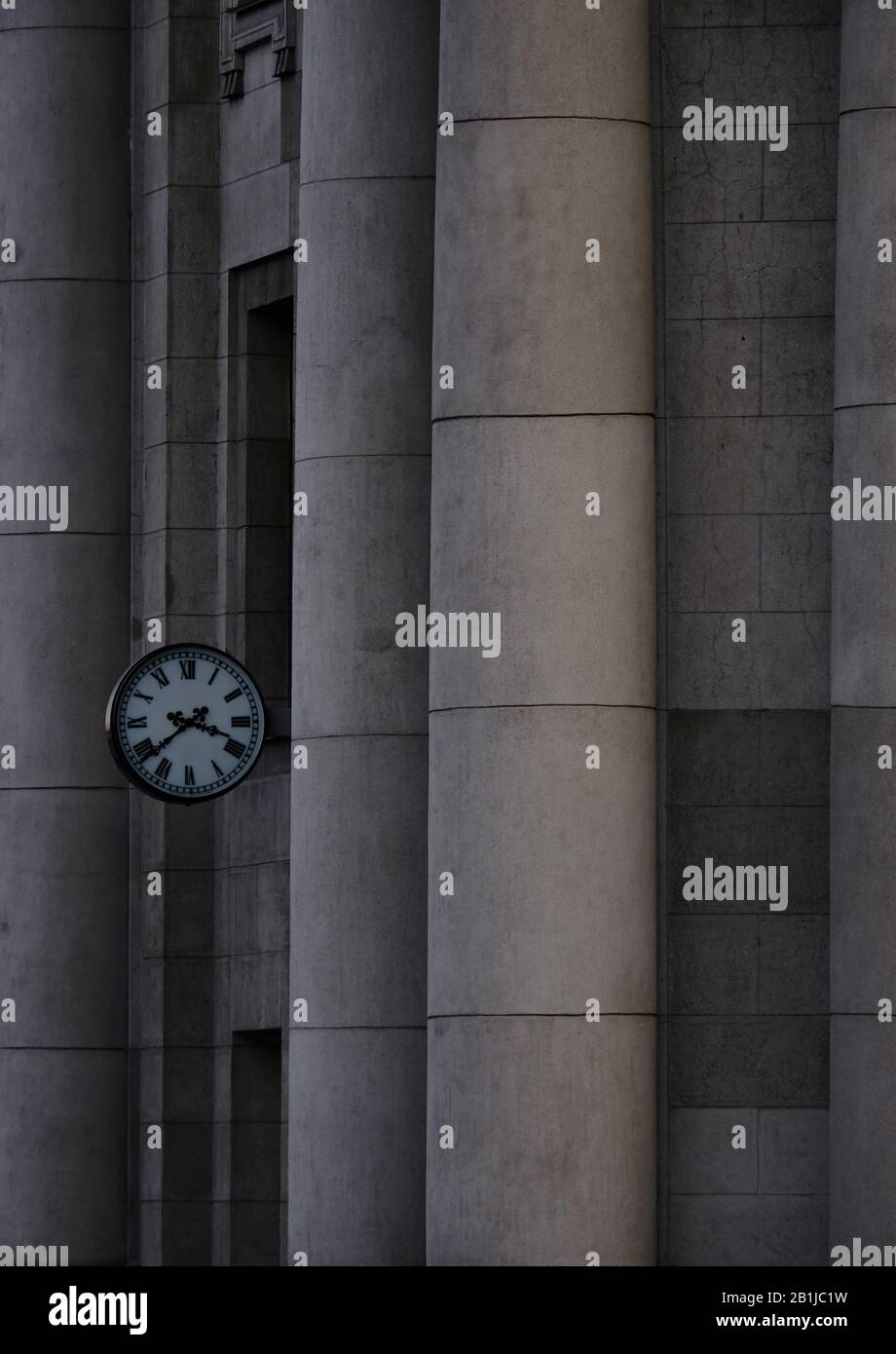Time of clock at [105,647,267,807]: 3:38
